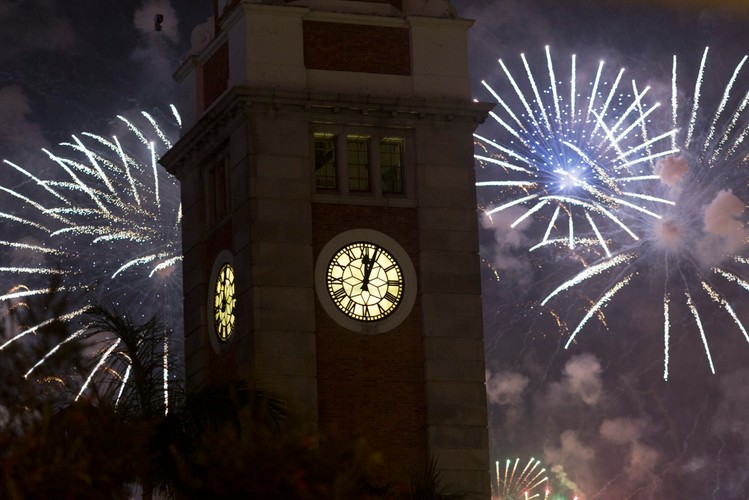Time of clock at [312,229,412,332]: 12:03
